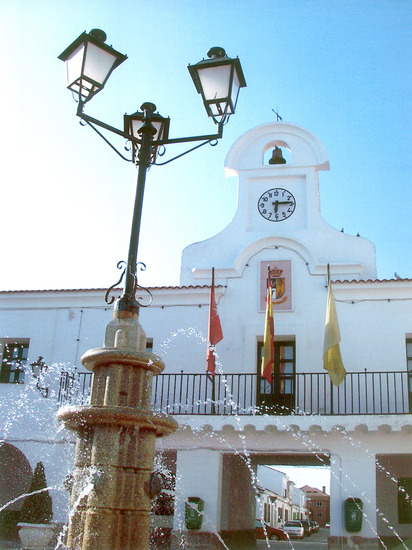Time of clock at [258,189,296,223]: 6:14
